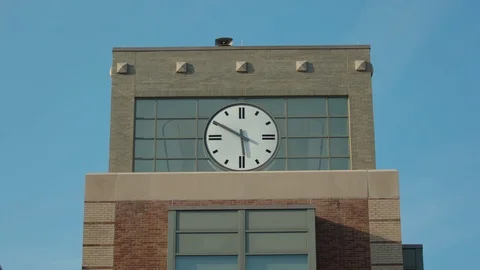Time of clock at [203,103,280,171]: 5:50
